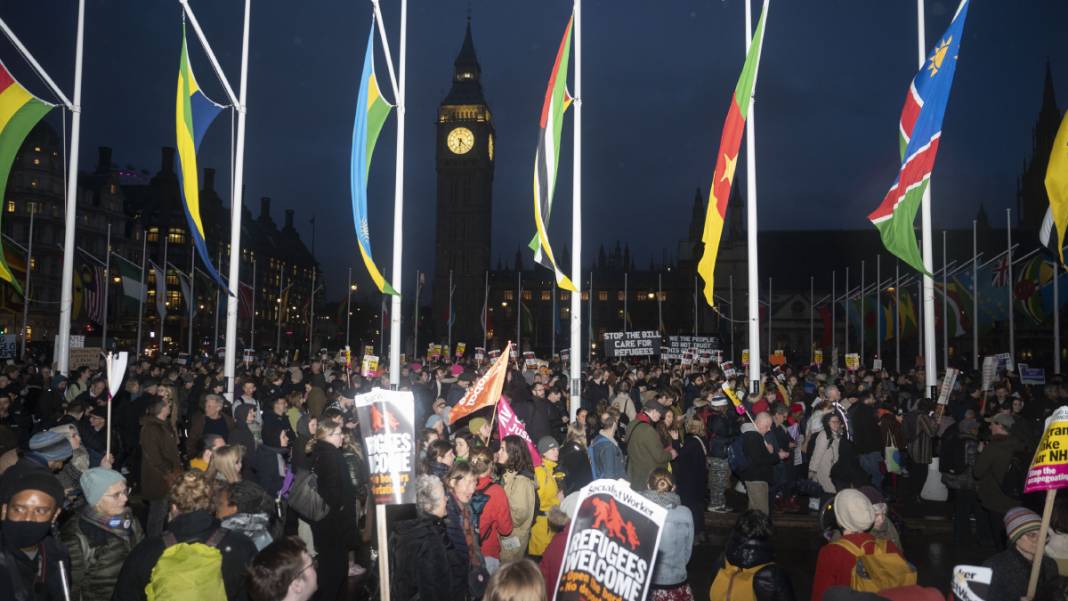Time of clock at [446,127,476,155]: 6:22
